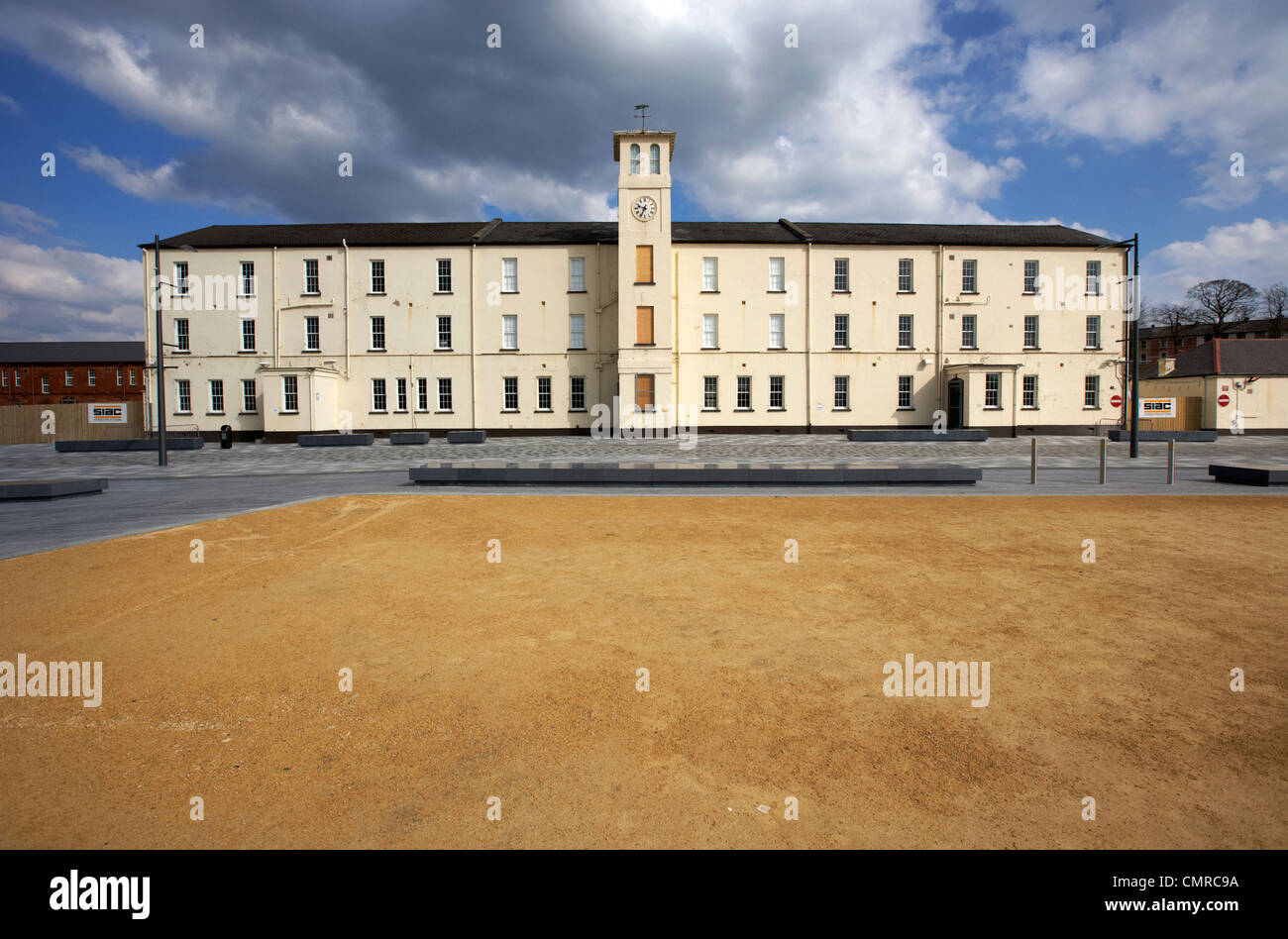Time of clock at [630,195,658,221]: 9:34
